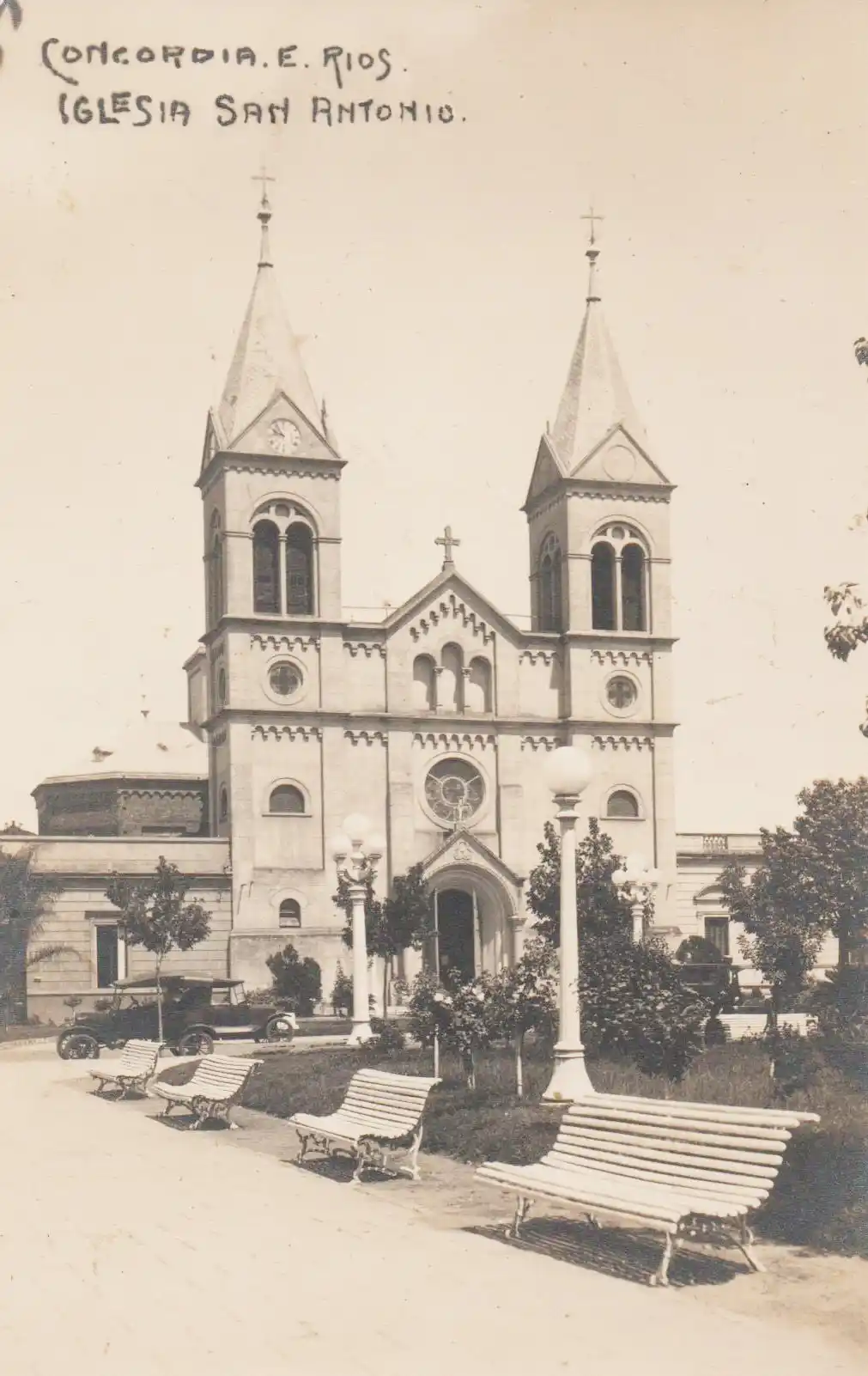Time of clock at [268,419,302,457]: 9:53
